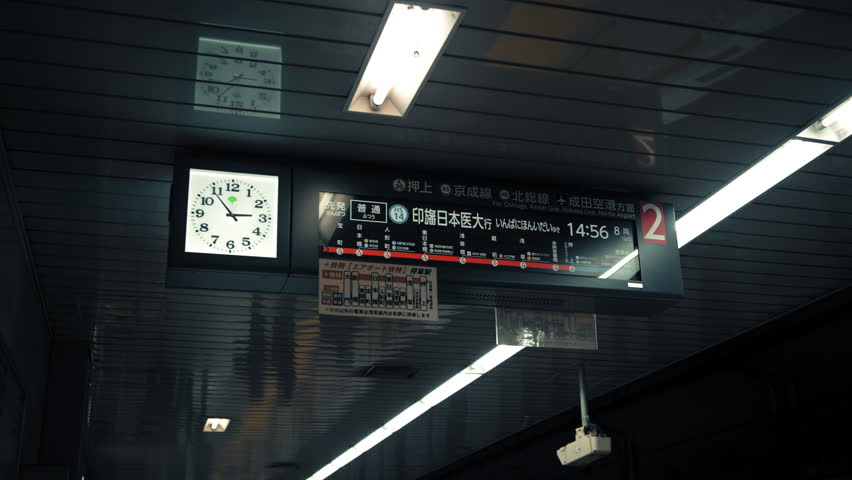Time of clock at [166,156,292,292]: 2:53
